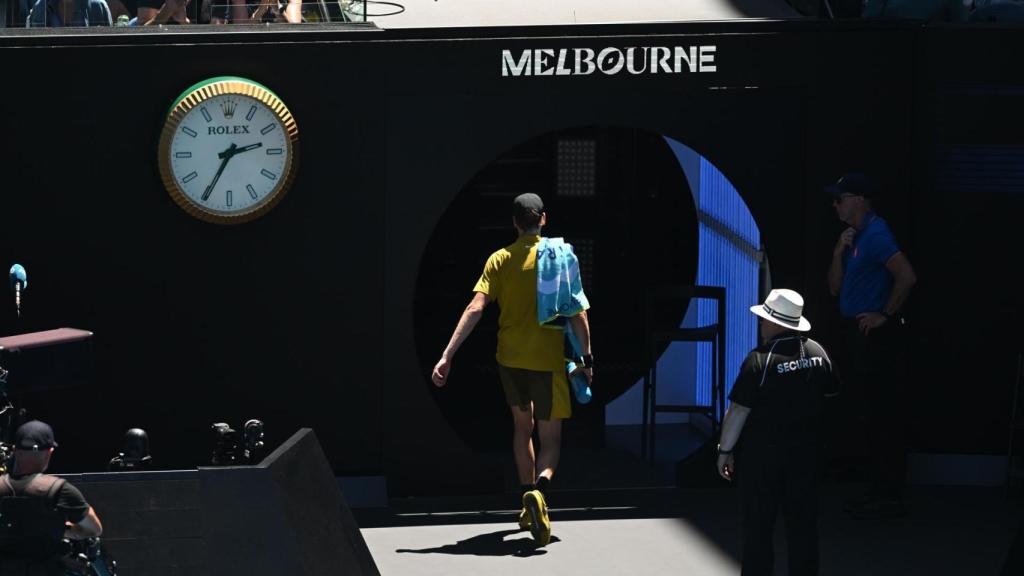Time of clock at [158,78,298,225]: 2:34
